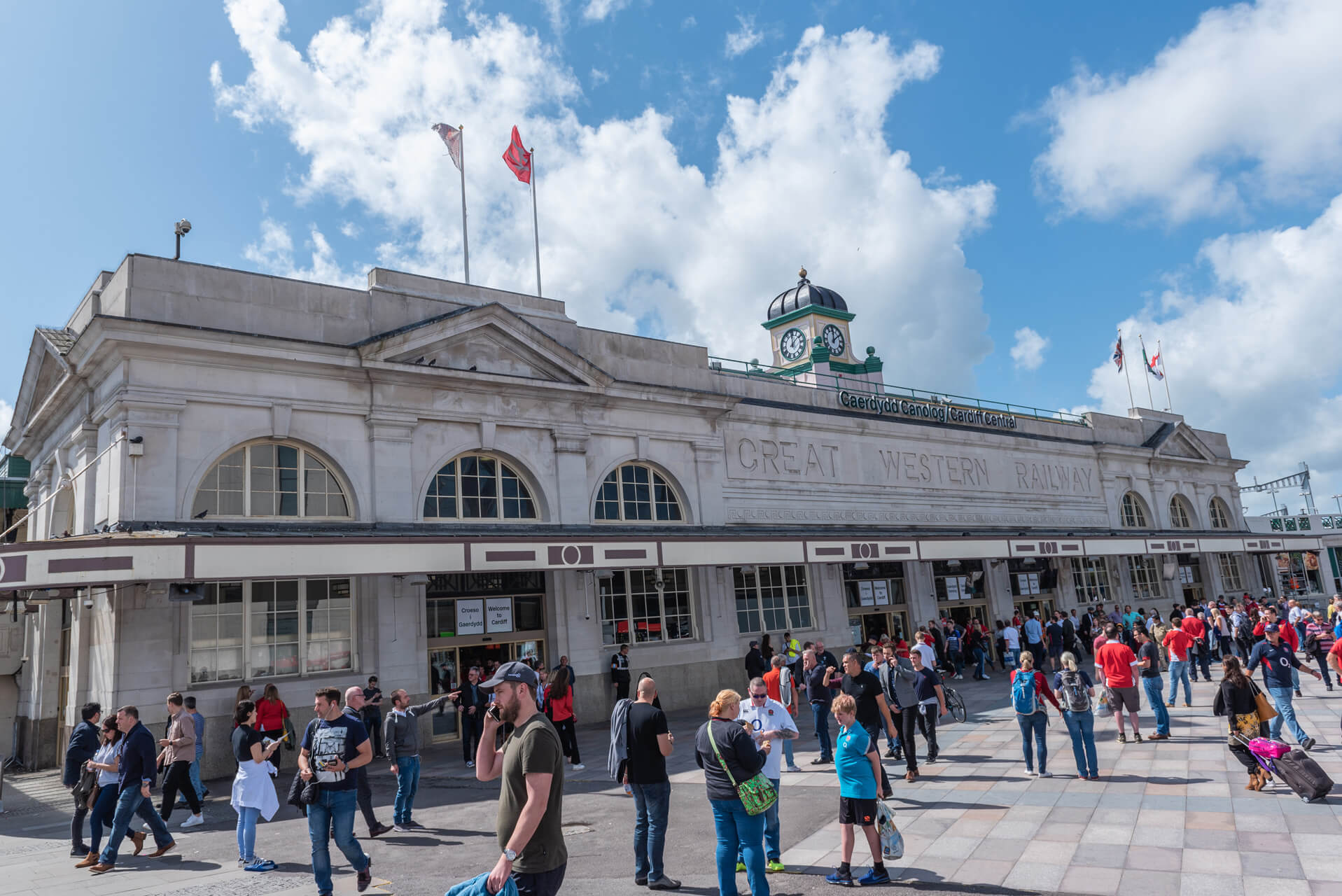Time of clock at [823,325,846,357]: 12:09
